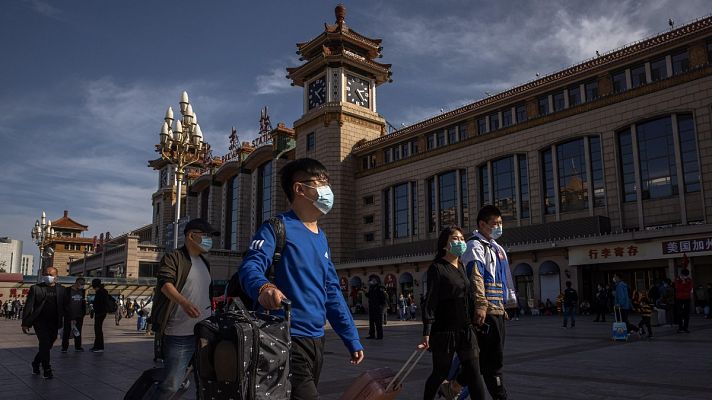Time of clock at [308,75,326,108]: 1:23
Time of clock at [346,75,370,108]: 2:23
